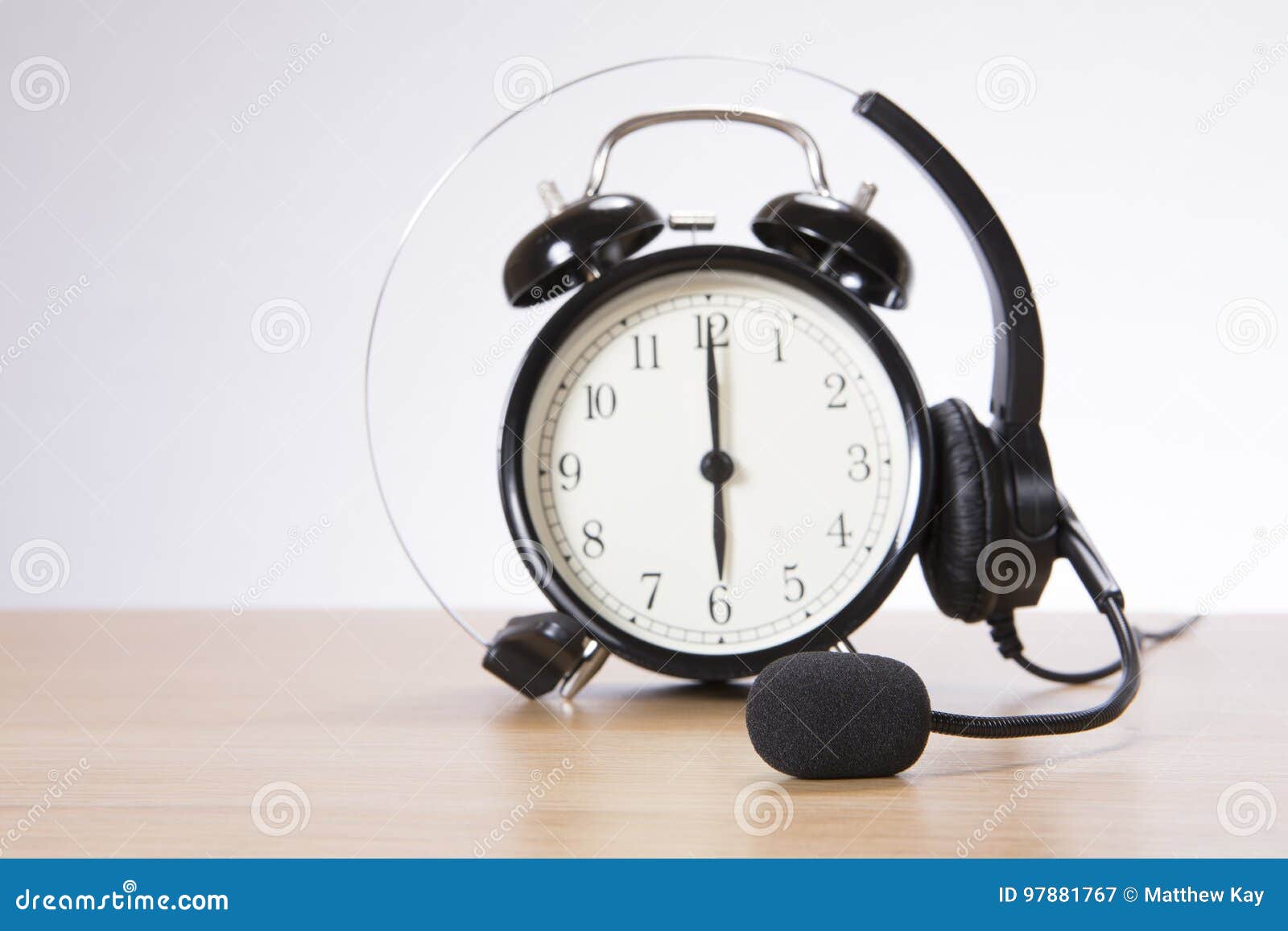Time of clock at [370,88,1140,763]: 6:00
